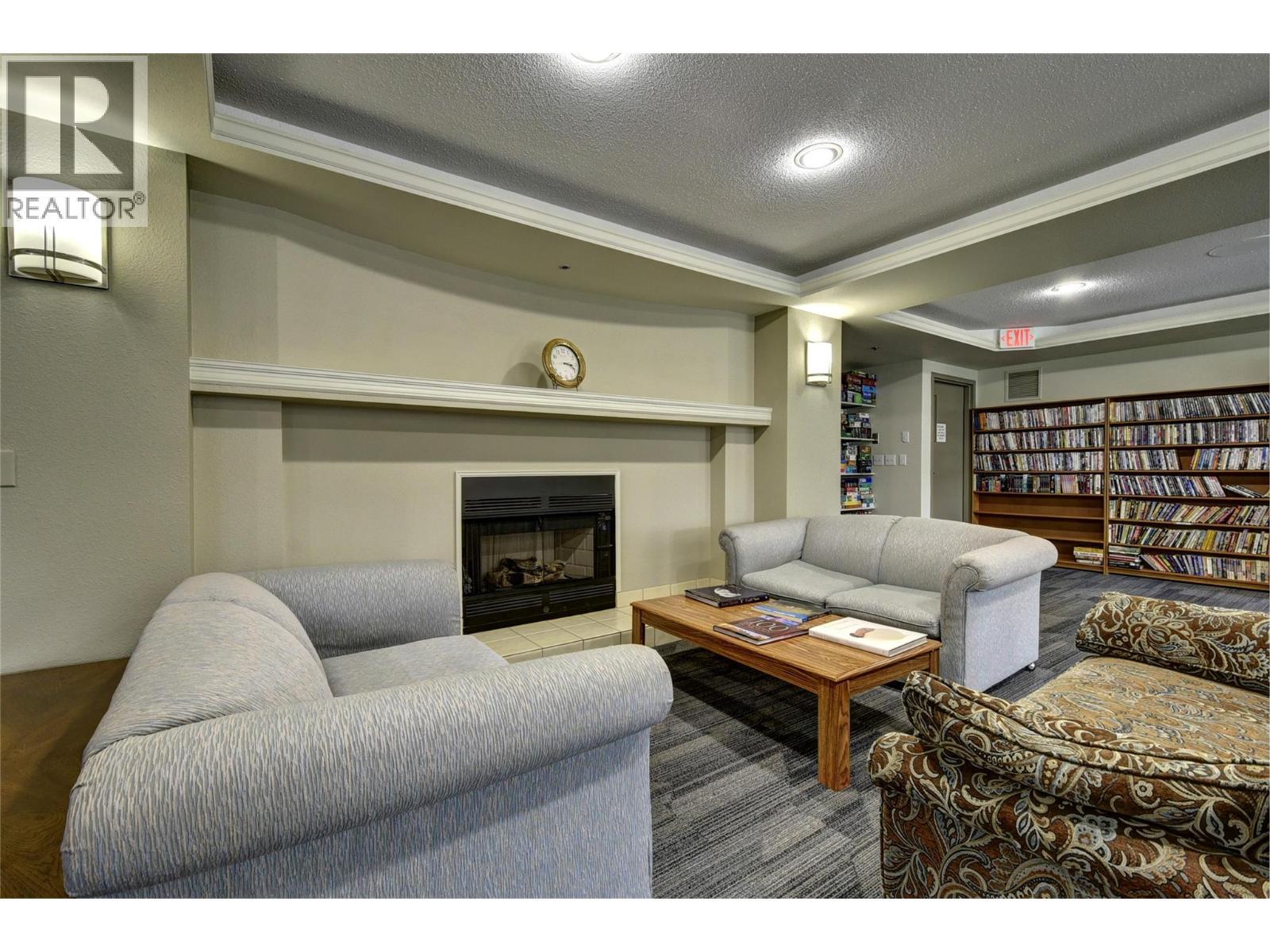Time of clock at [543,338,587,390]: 3:18
